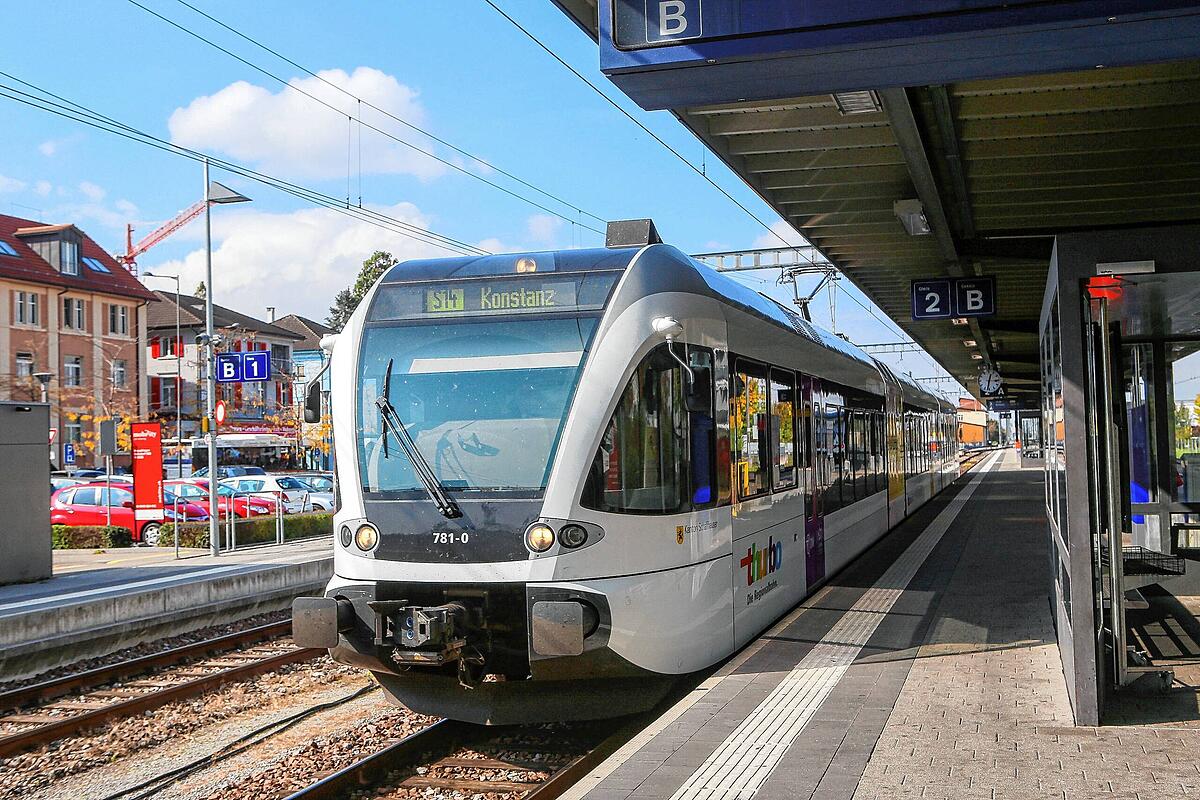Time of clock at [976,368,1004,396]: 12:32
